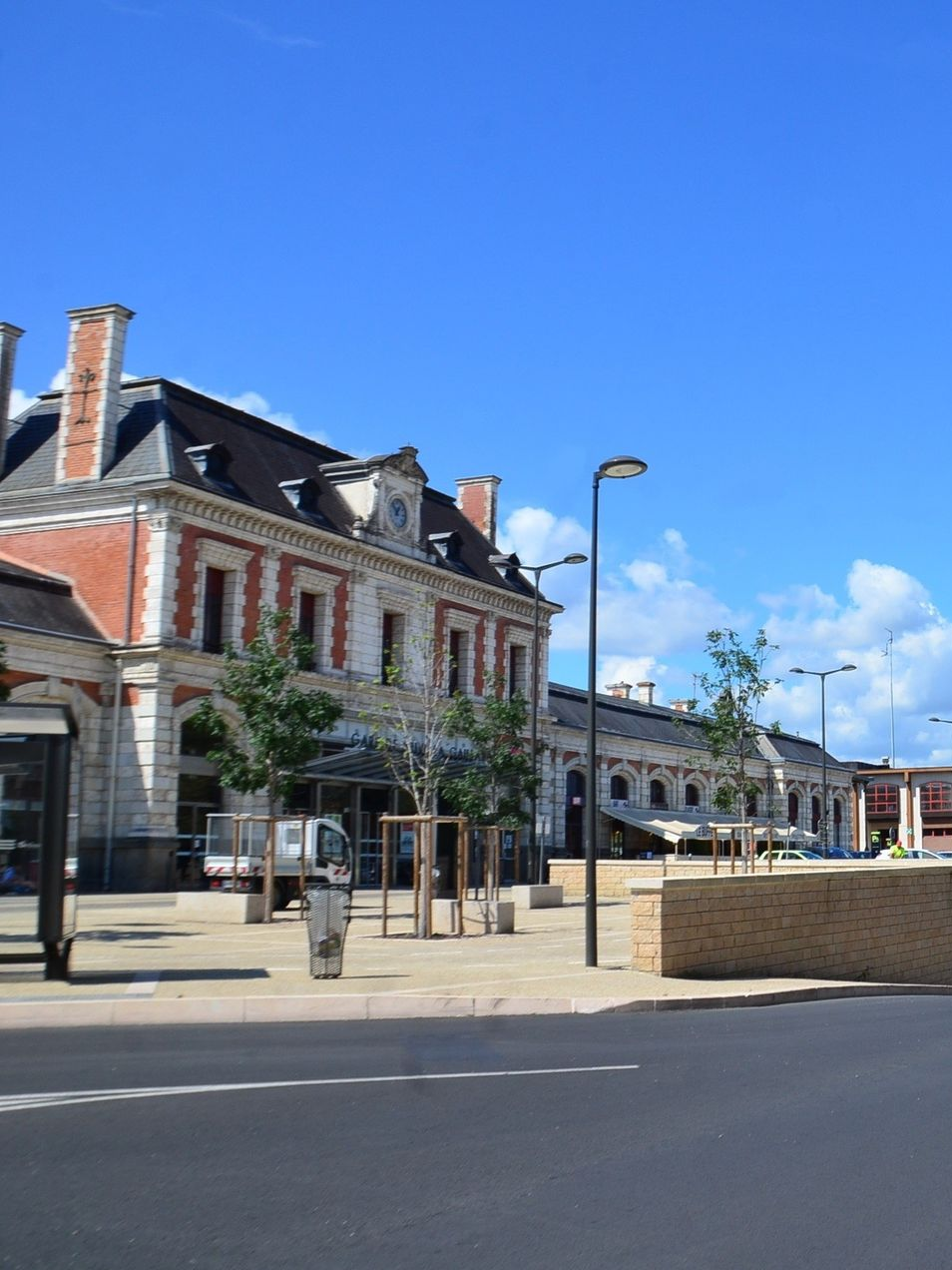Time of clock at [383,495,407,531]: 12:52
